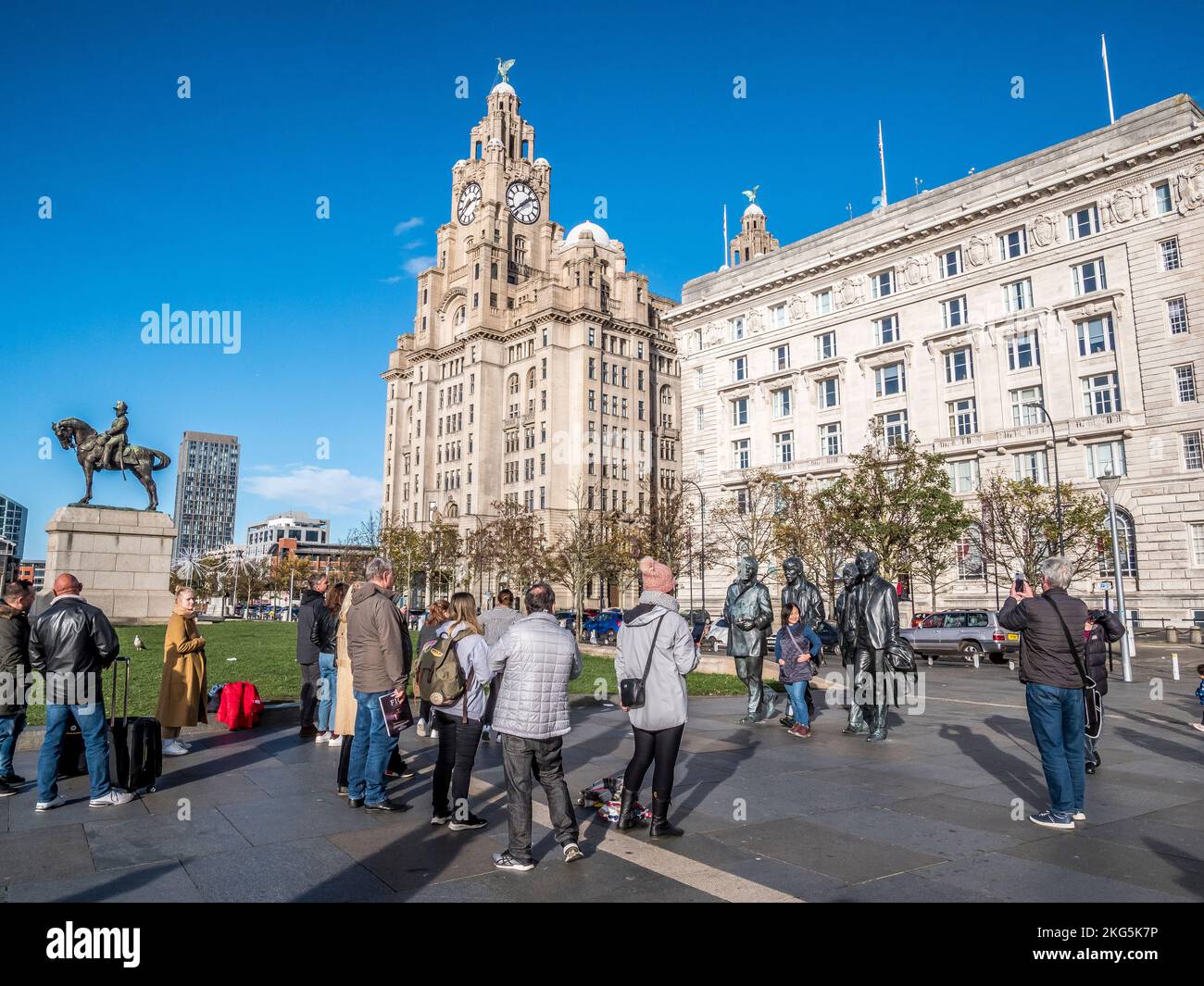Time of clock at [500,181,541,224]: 1:37
